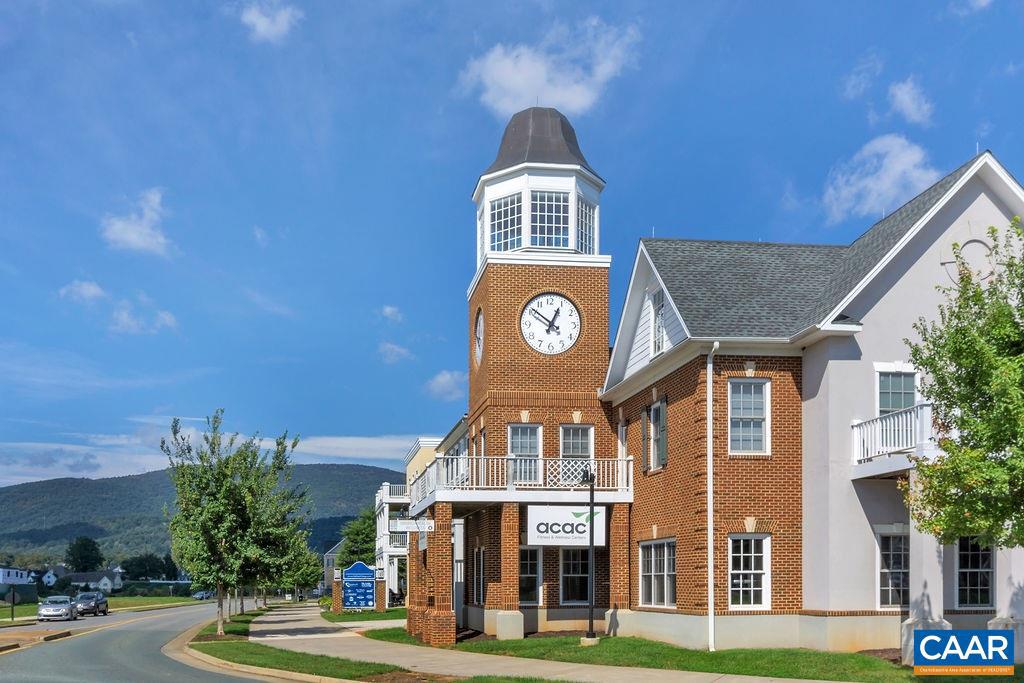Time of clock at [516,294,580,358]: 12:51
